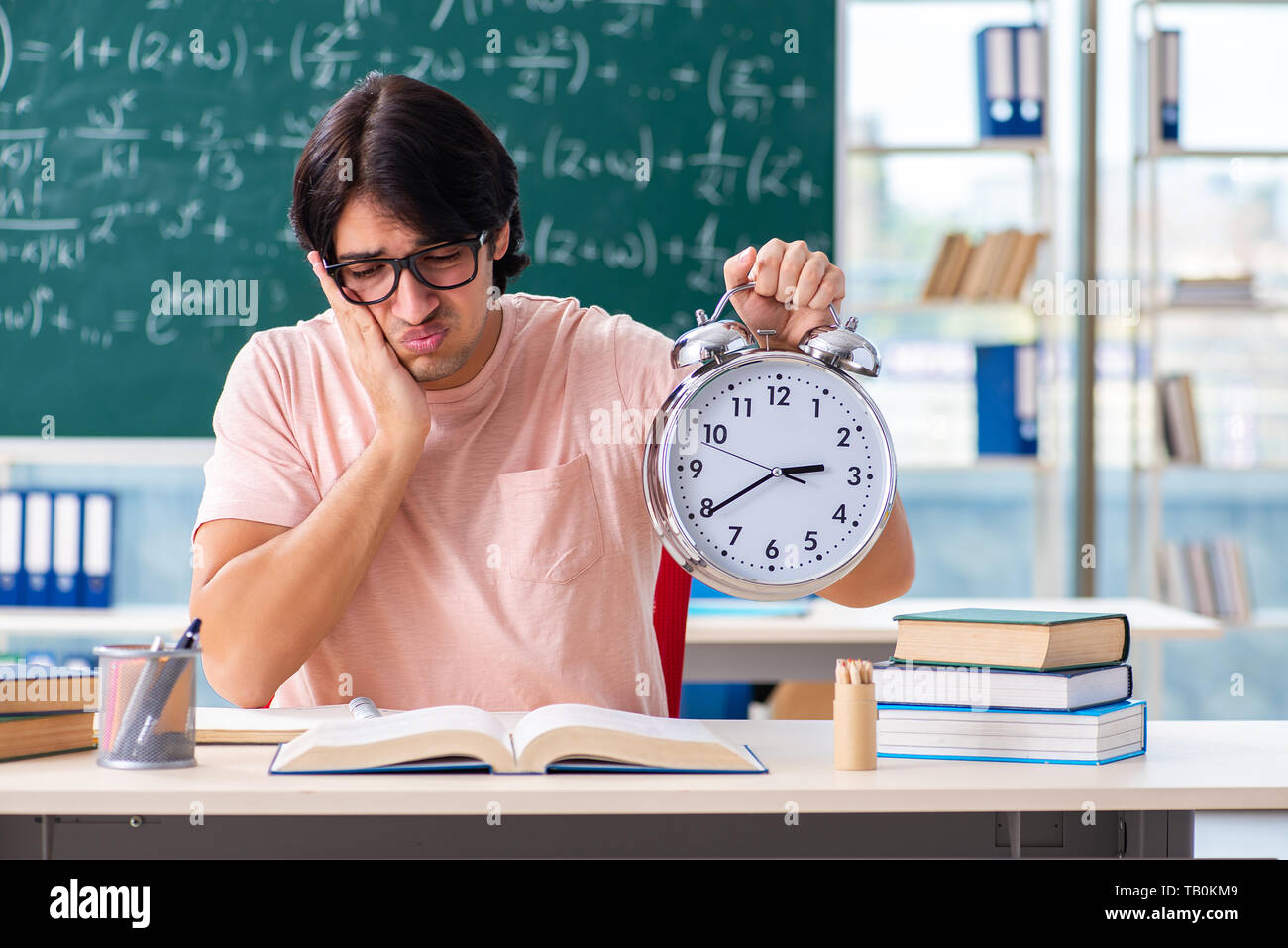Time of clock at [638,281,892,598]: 2:39
